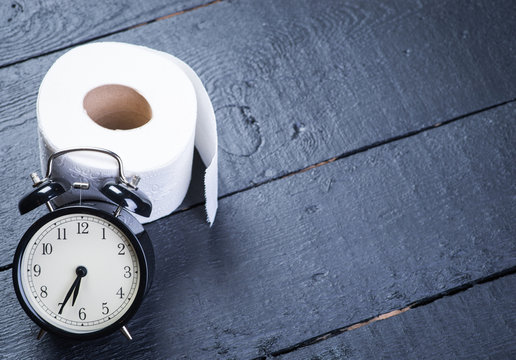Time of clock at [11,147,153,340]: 6:34
